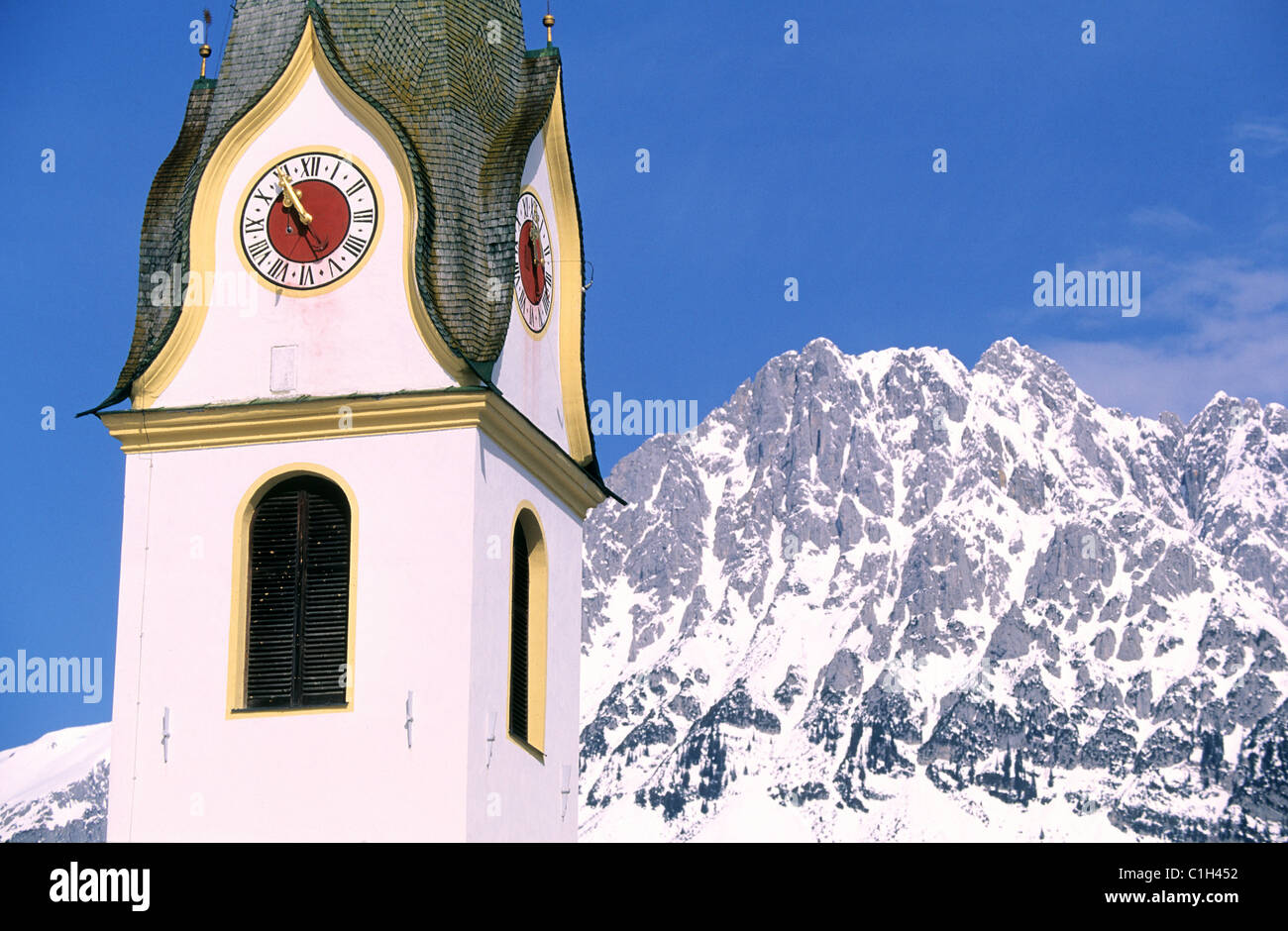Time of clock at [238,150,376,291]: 10:54
